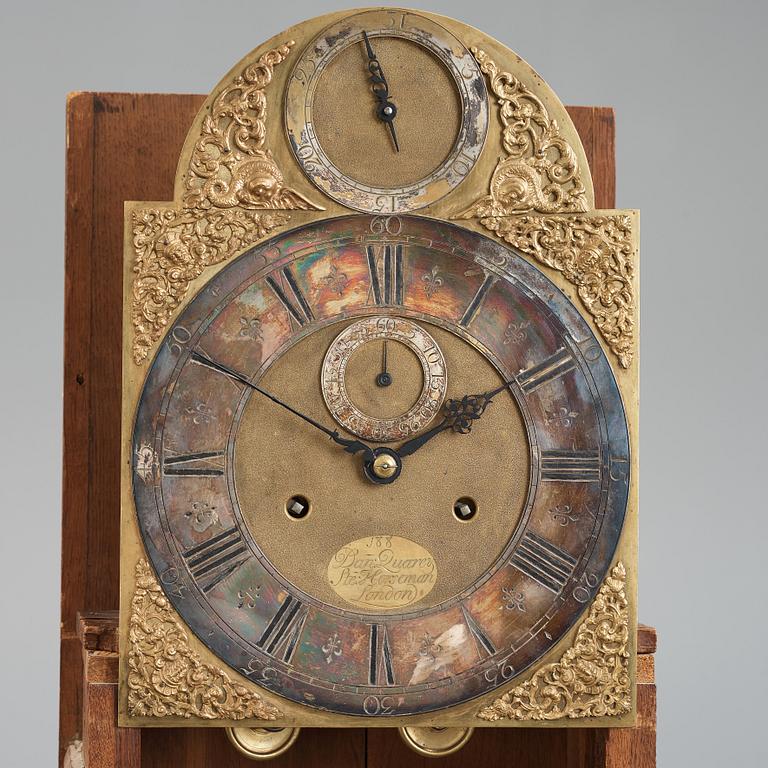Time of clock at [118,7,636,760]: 1:50
